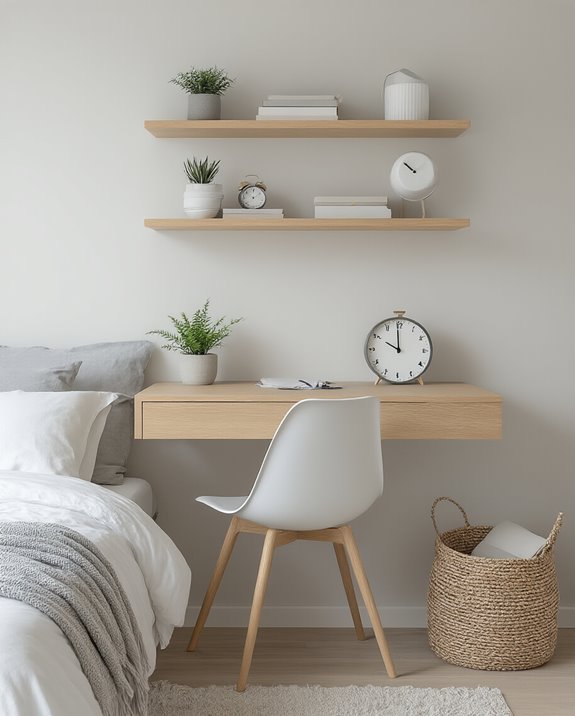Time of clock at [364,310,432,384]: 9:59
